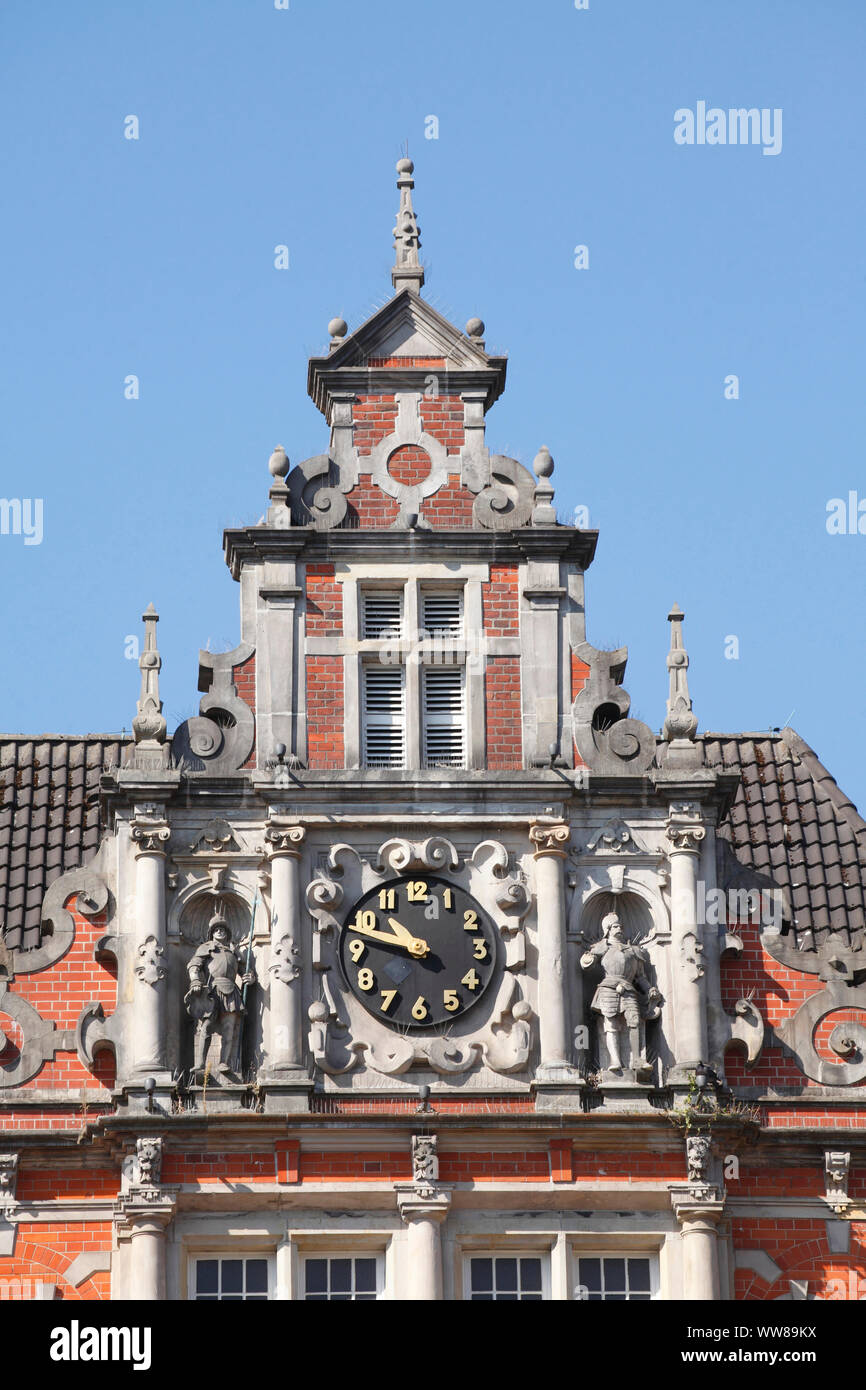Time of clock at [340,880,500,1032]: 10:47
